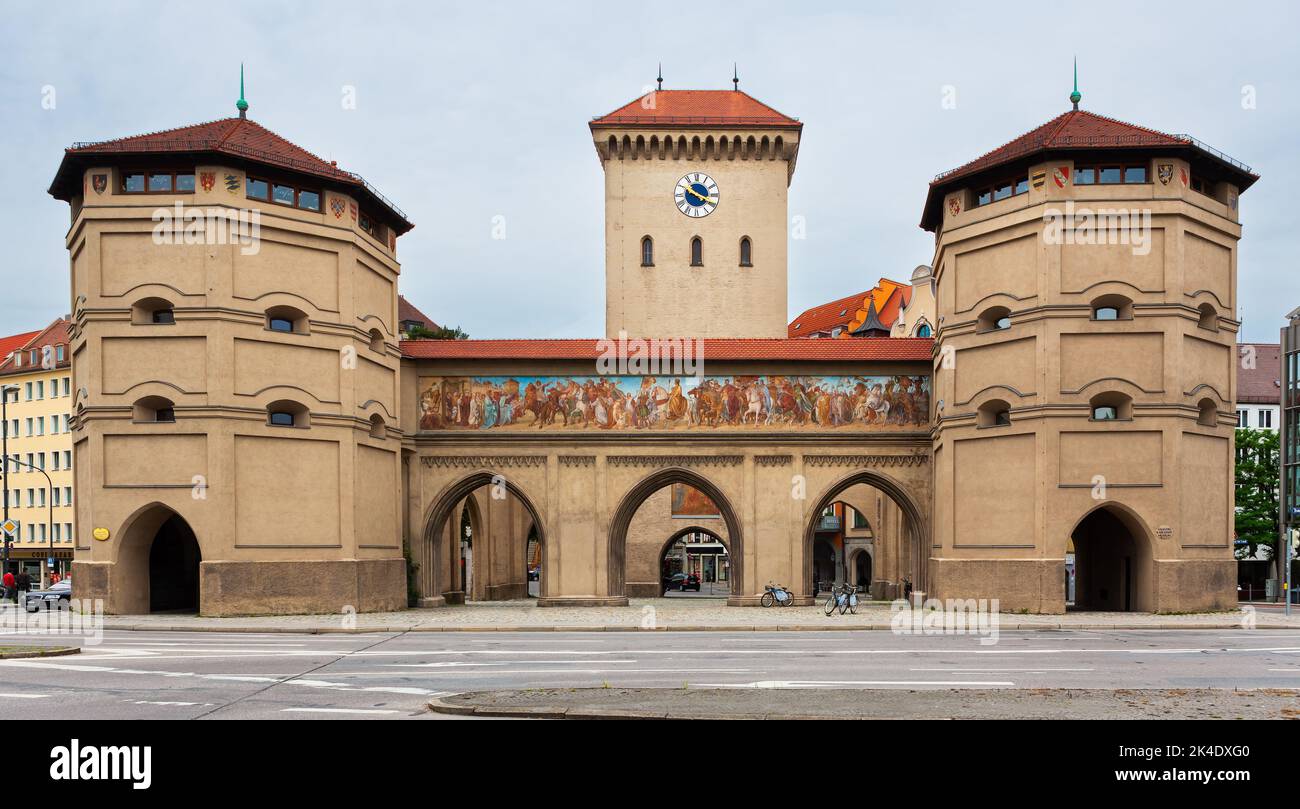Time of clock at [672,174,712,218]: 10:19
